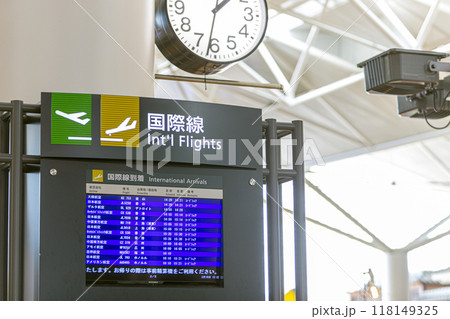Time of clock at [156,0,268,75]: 1:31
